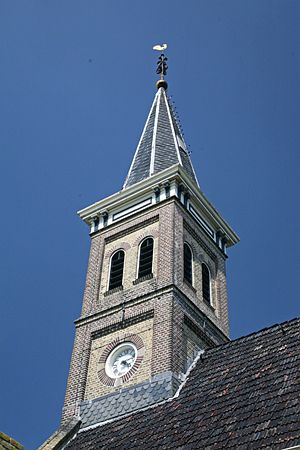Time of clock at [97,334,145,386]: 4:12
